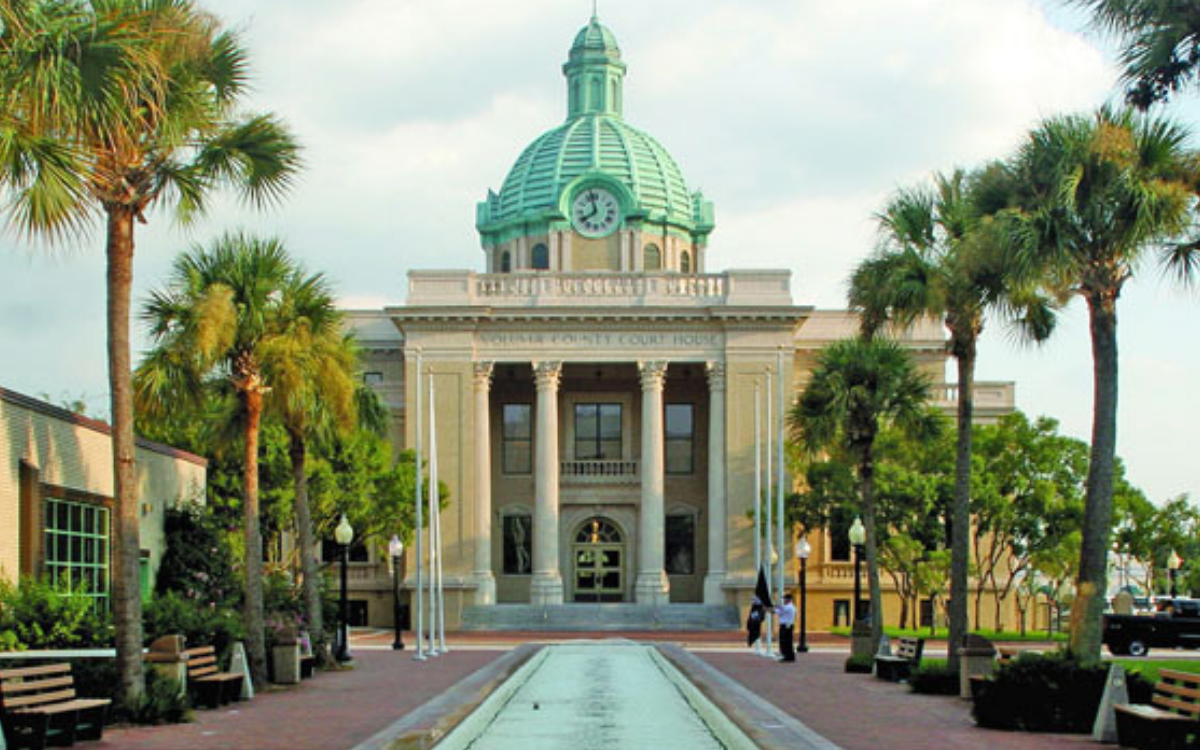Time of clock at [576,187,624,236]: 7:57
